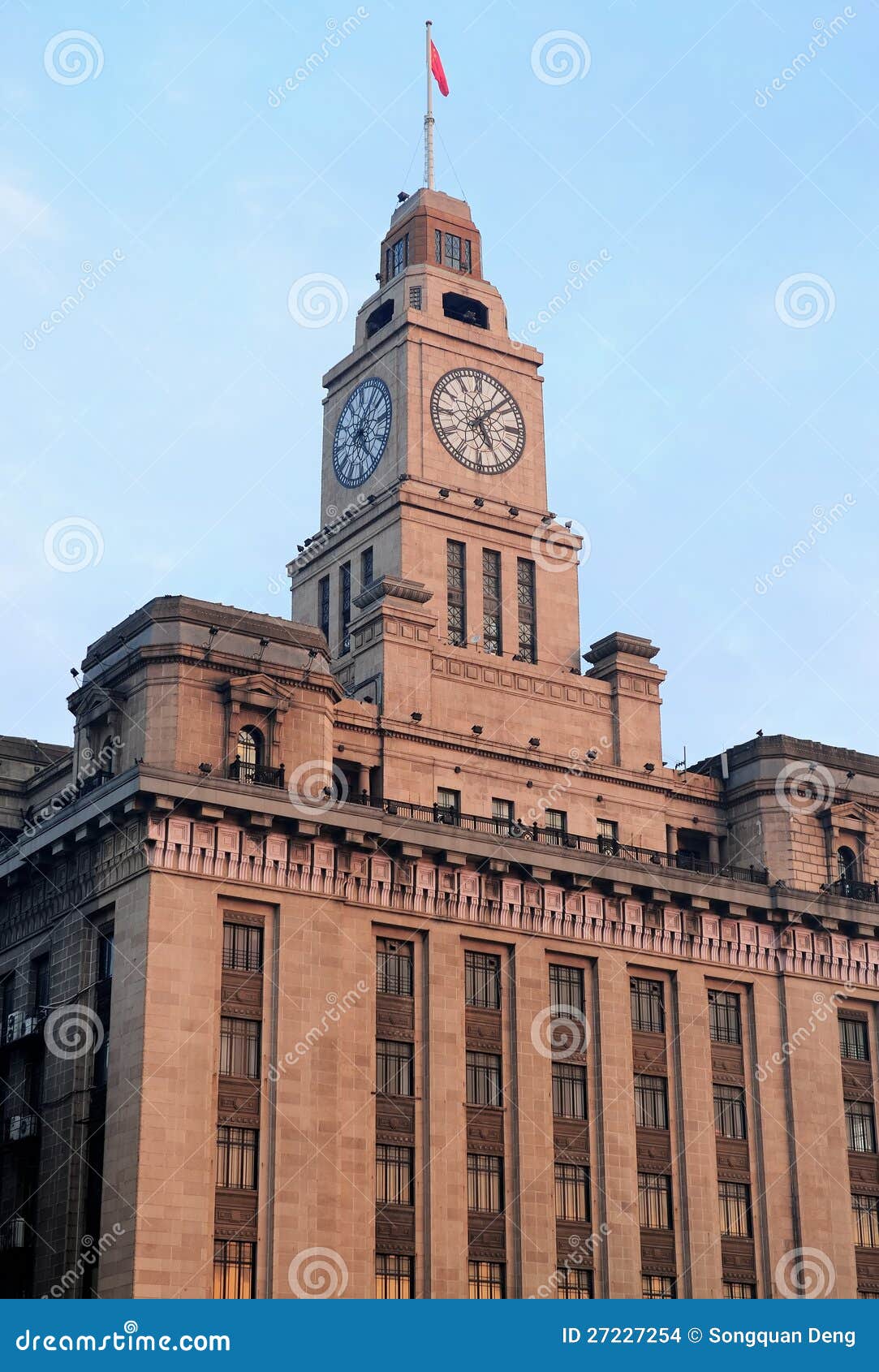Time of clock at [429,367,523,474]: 5:07
